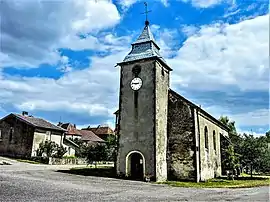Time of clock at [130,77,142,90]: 2:46
